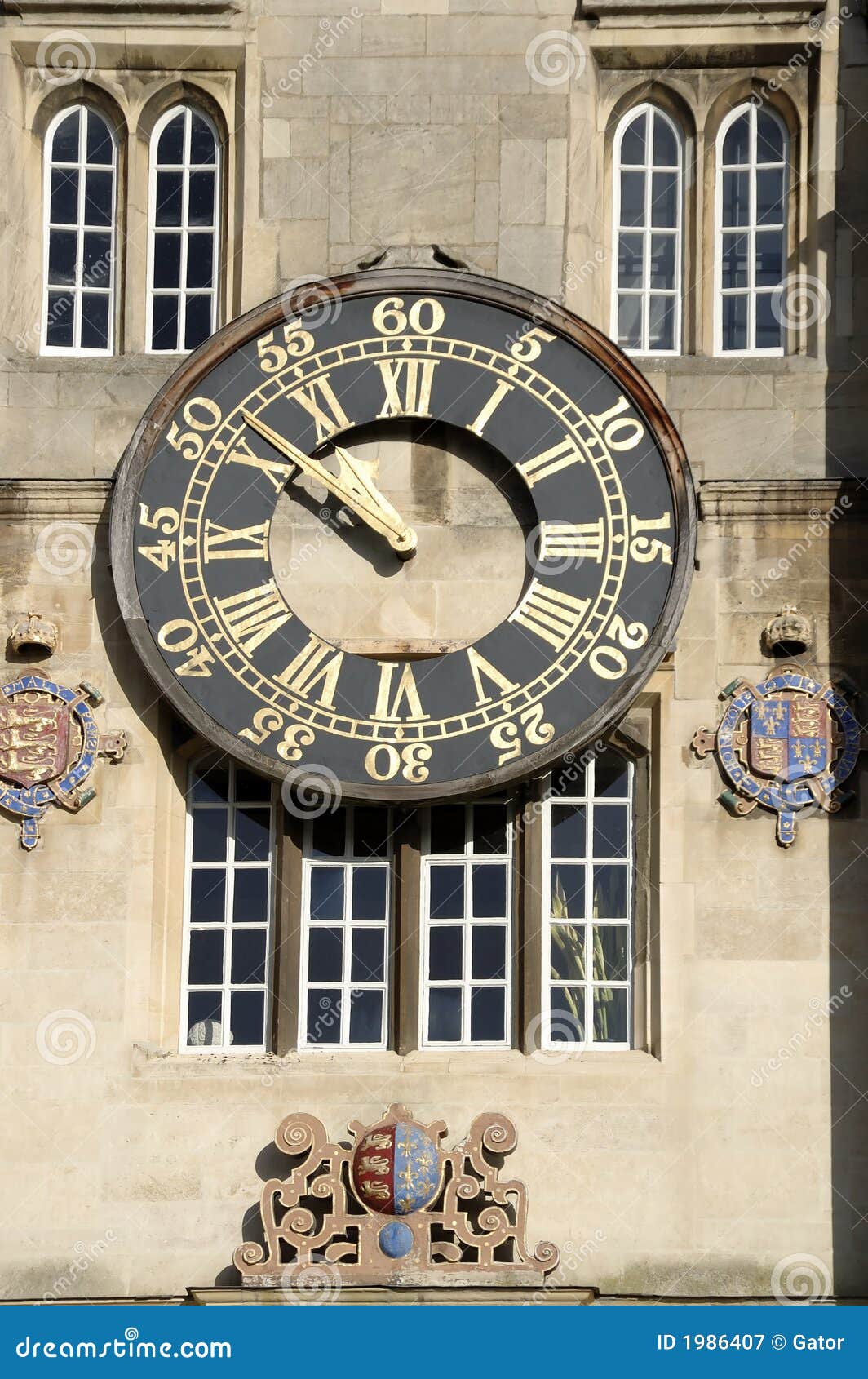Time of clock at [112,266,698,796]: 9:50
